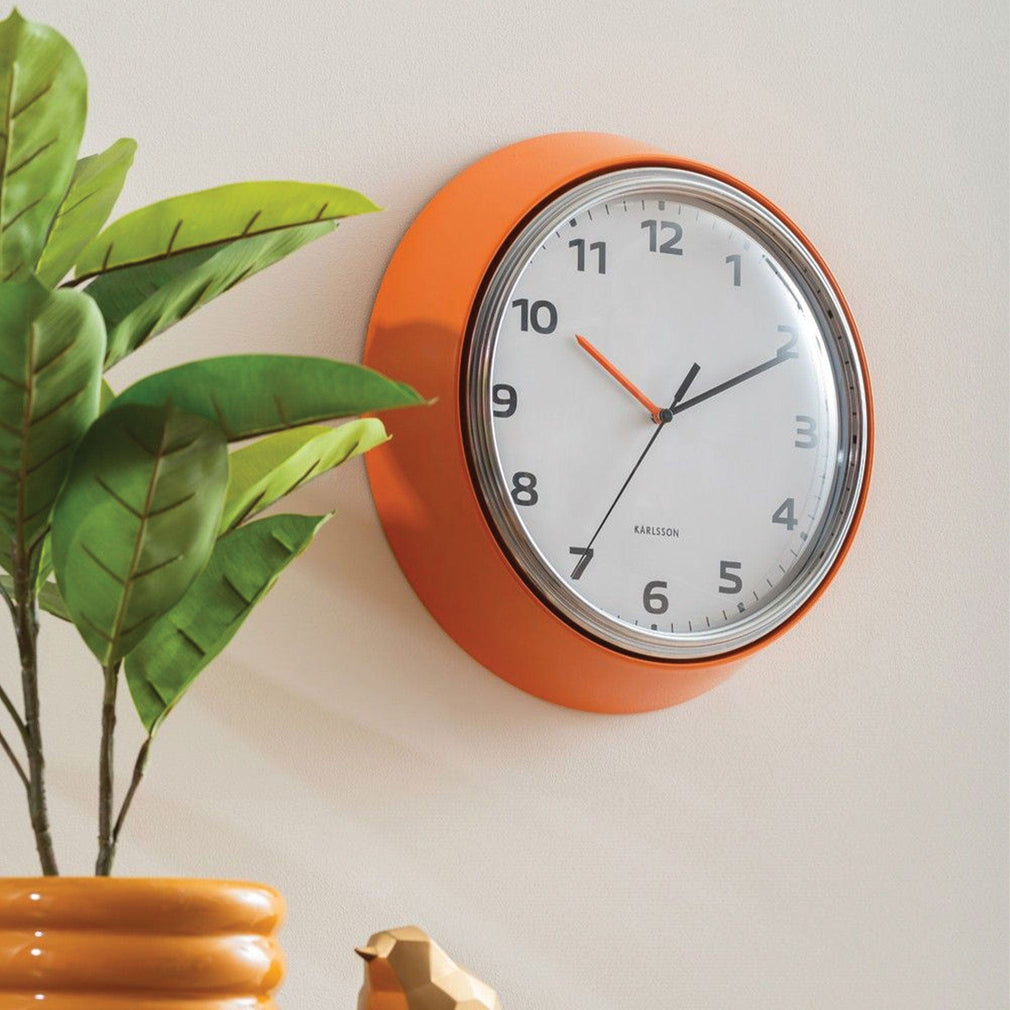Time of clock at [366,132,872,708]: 10:10
